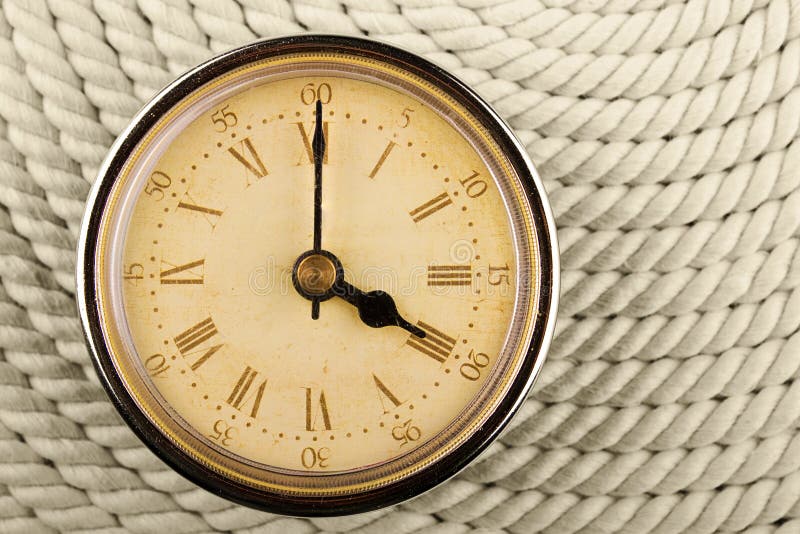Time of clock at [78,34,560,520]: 4:00
